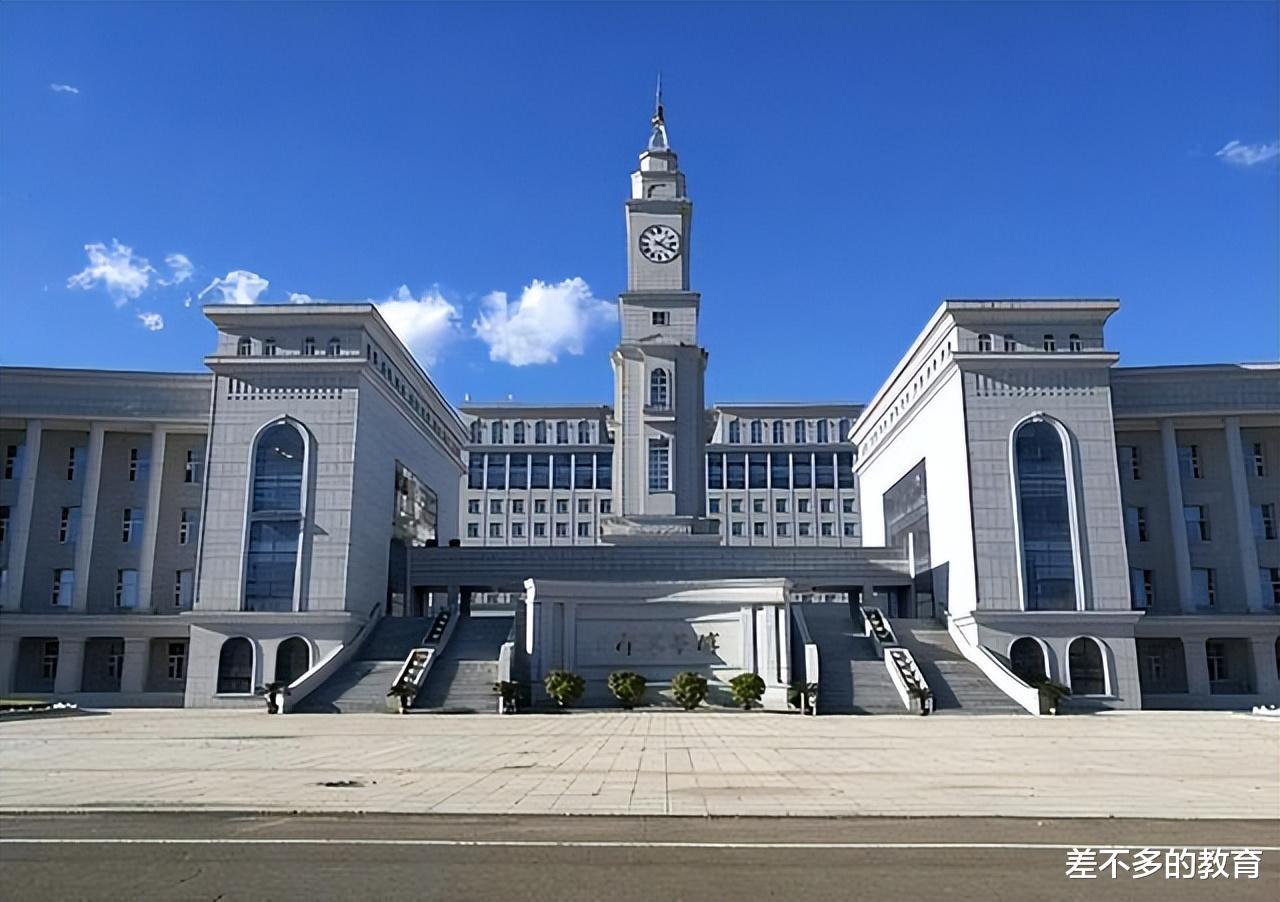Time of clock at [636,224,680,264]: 1:20
